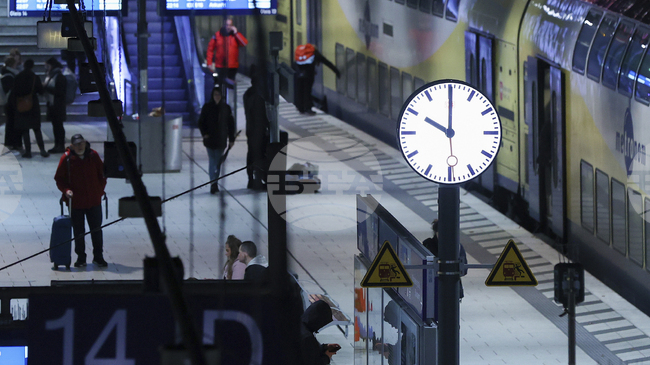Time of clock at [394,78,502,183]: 10:00
